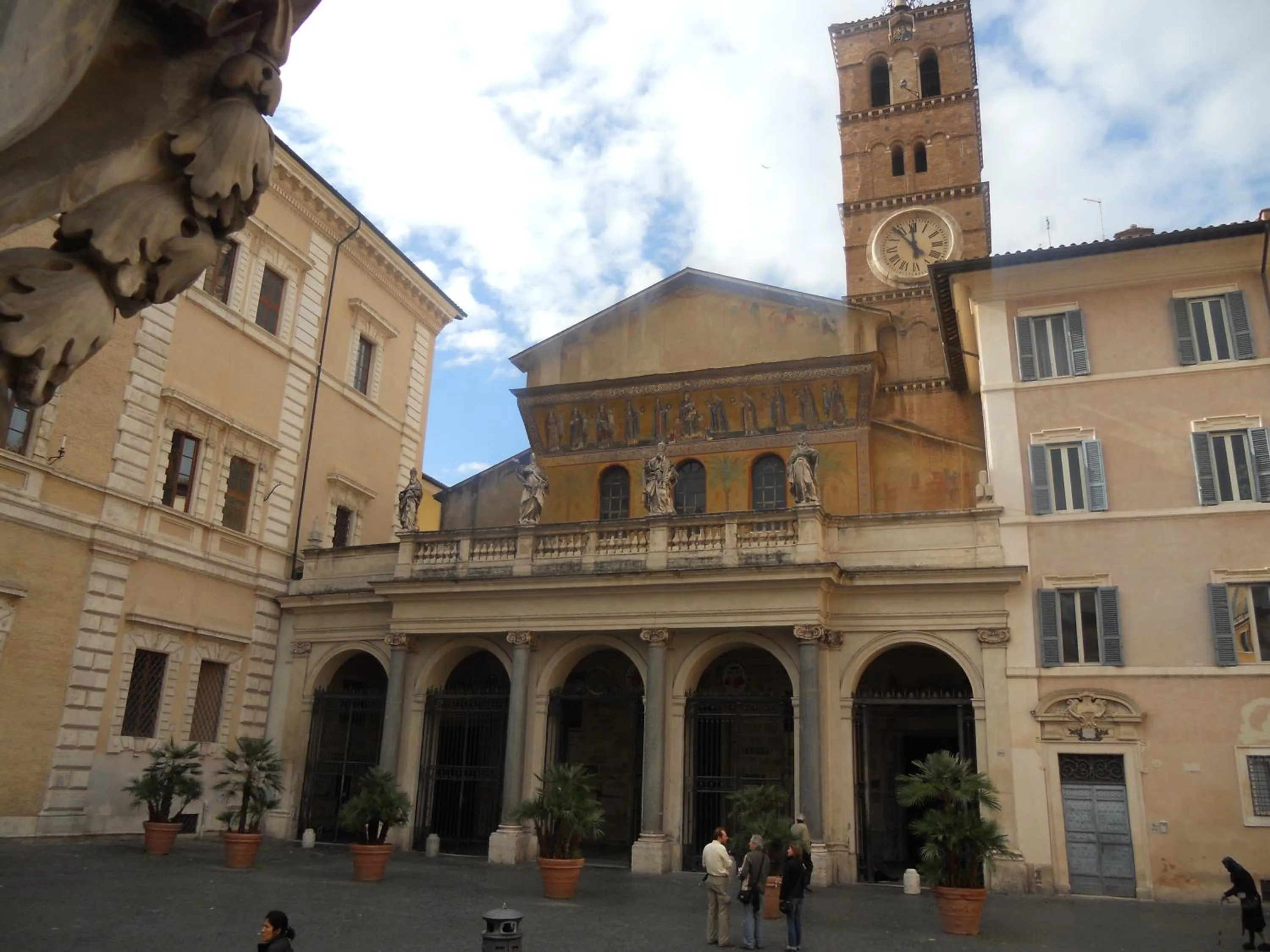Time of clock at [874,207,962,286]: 11:53
